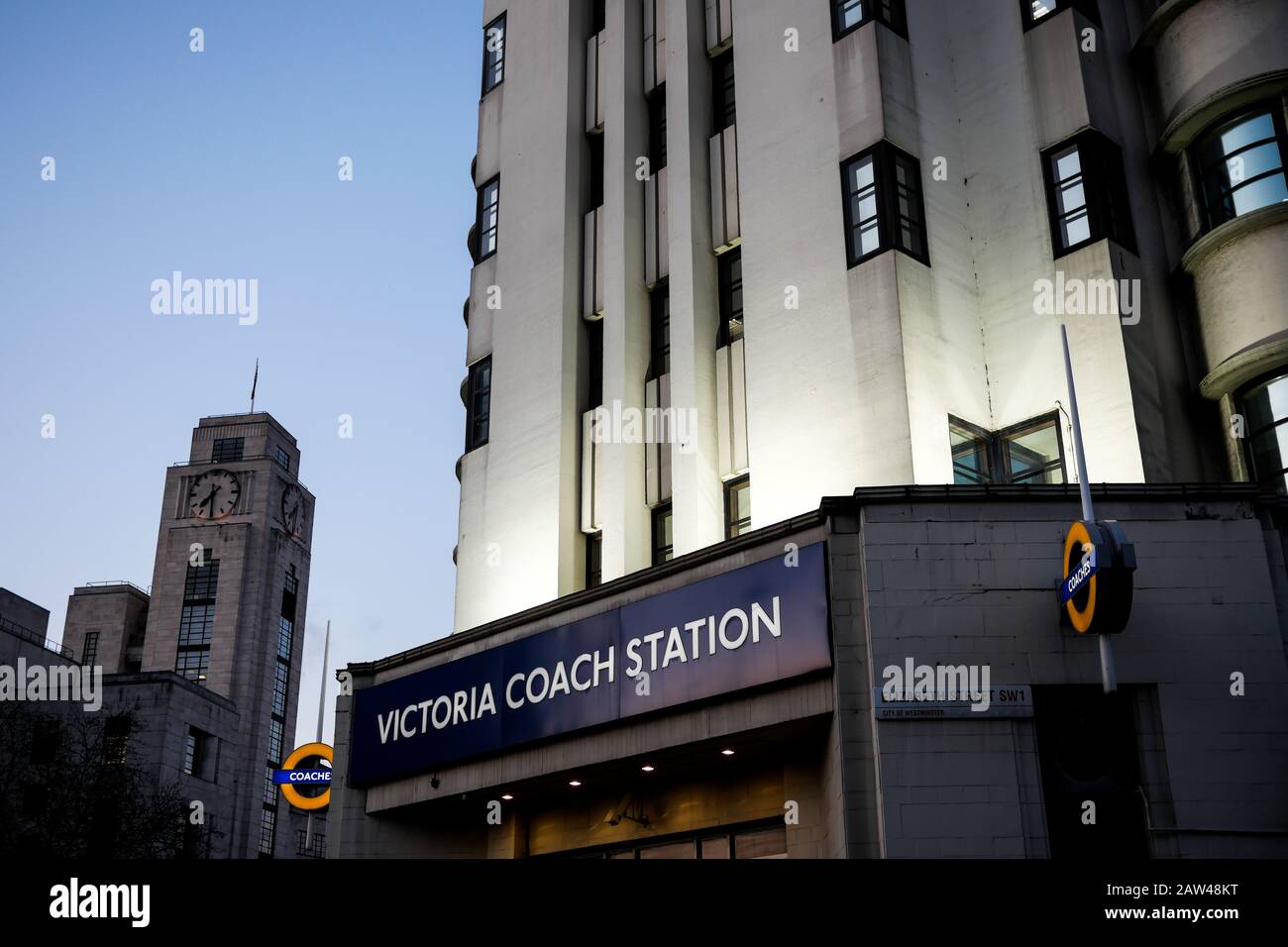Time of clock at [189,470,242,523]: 7:30
